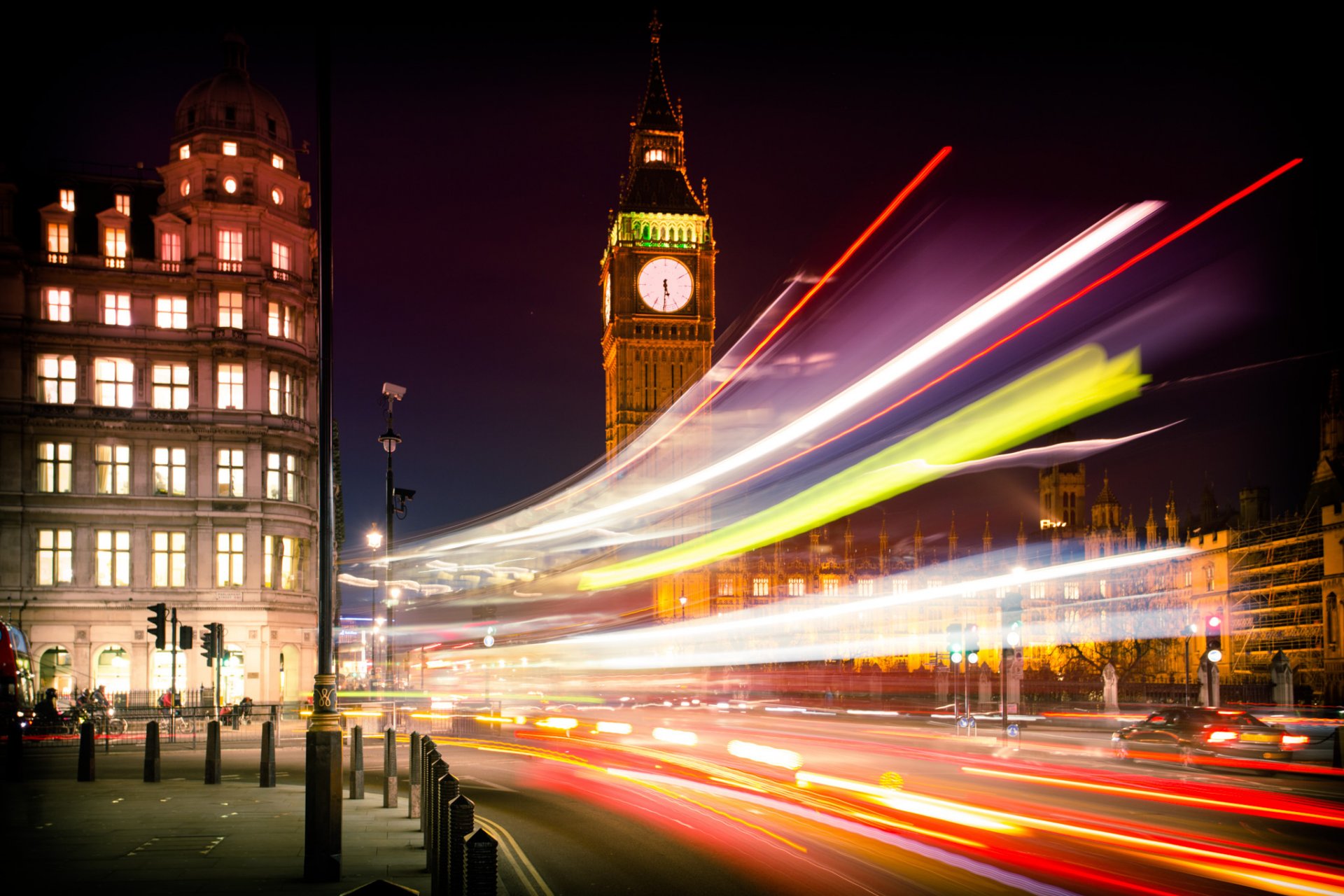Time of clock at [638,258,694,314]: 5:30
